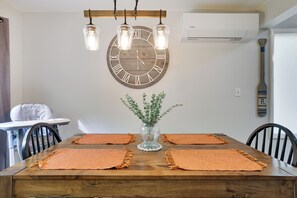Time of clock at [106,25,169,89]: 4:44
